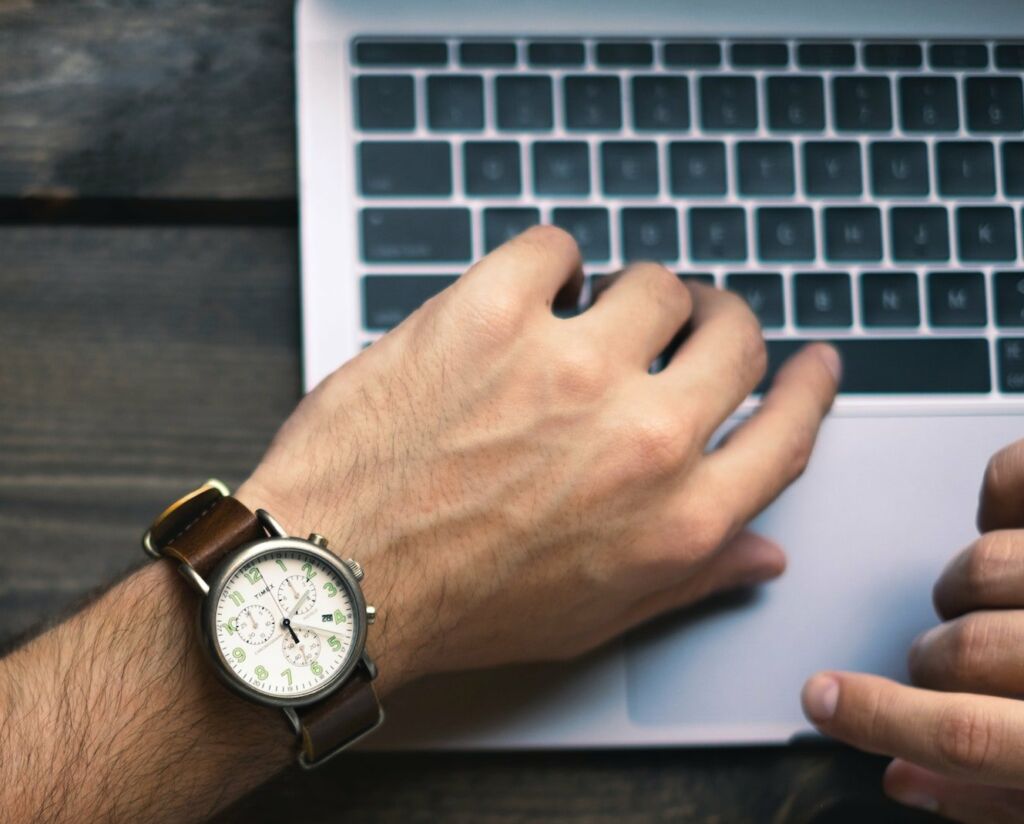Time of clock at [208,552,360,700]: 5:06
